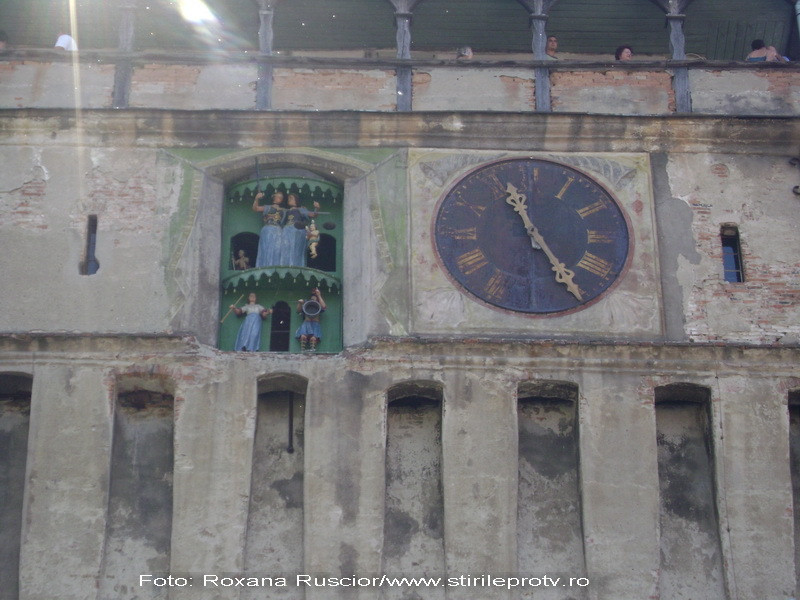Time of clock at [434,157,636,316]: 11:24
